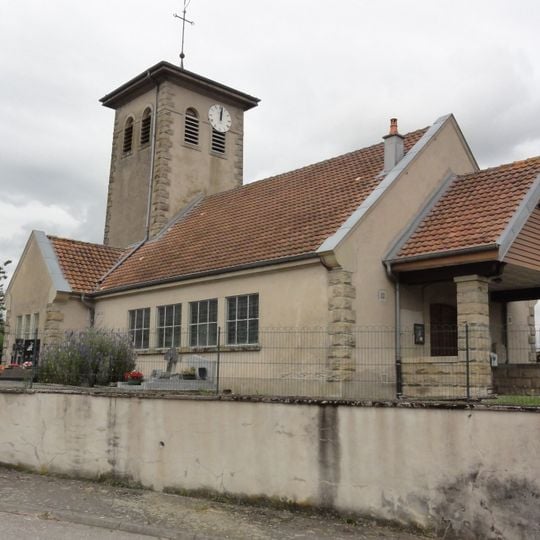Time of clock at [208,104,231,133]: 12:01
